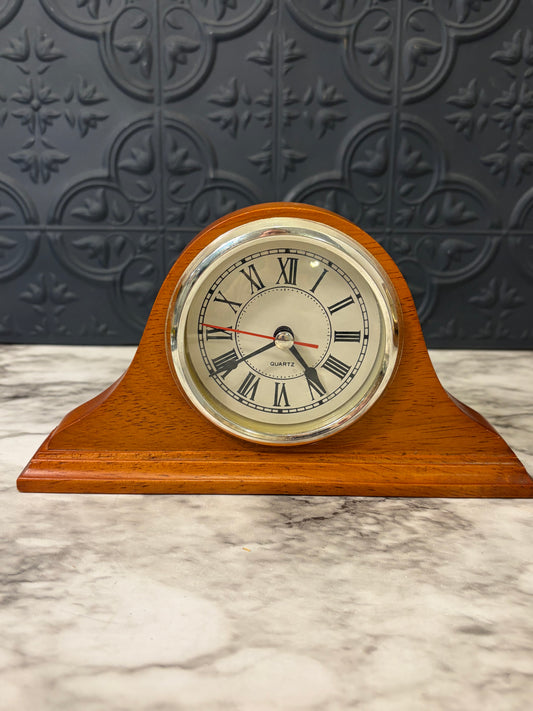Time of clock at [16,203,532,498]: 4:40
